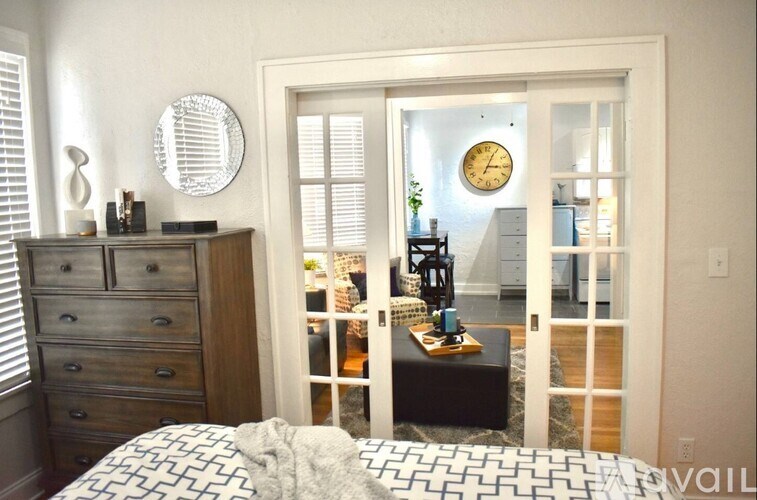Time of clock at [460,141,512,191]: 3:04
